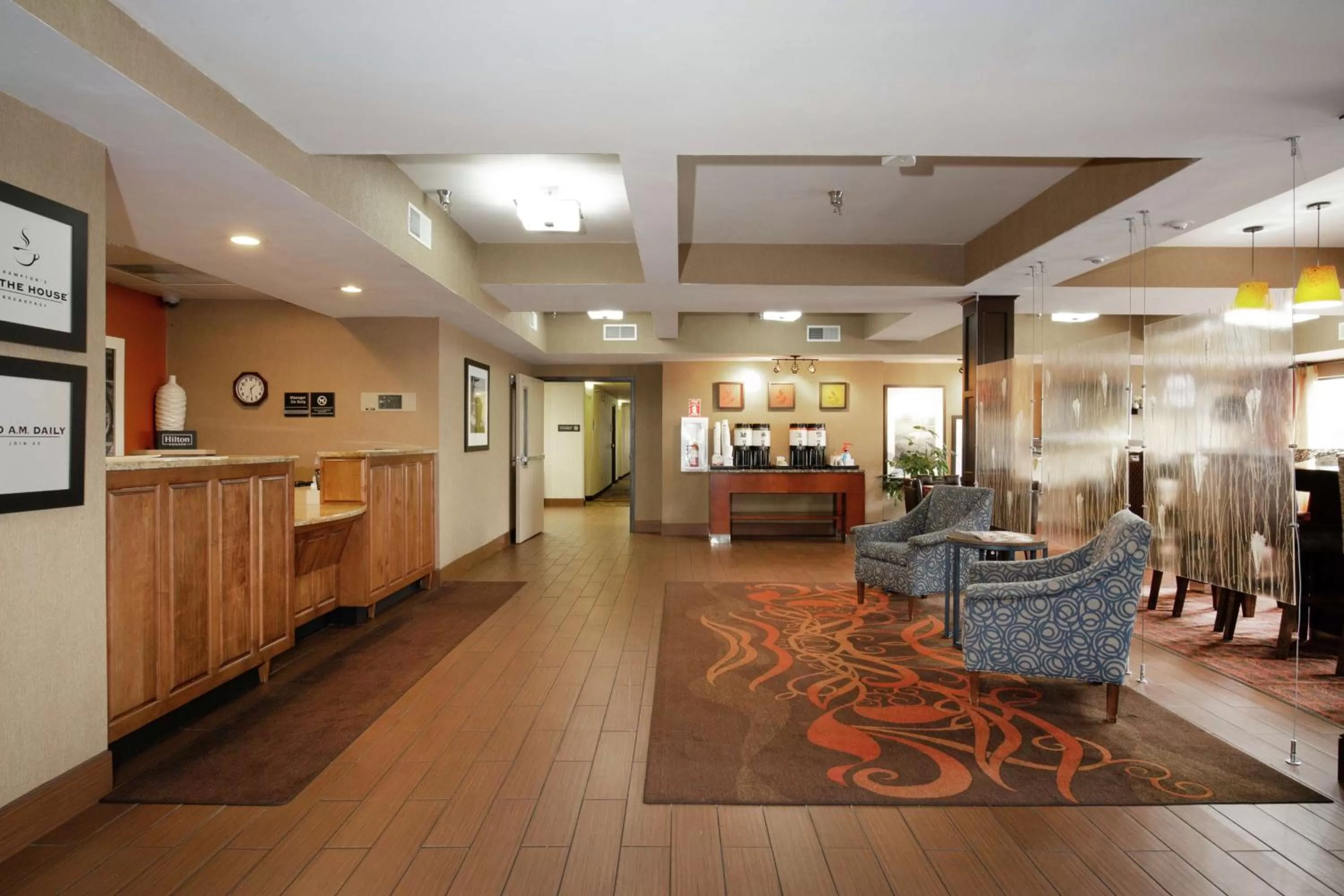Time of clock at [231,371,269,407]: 1:29
